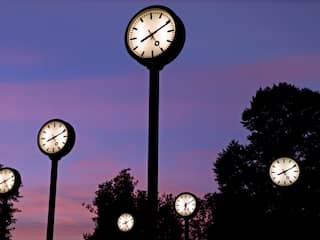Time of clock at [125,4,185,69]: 8:10
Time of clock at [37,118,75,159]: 8:11
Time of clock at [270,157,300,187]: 8:11
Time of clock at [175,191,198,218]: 6:10
